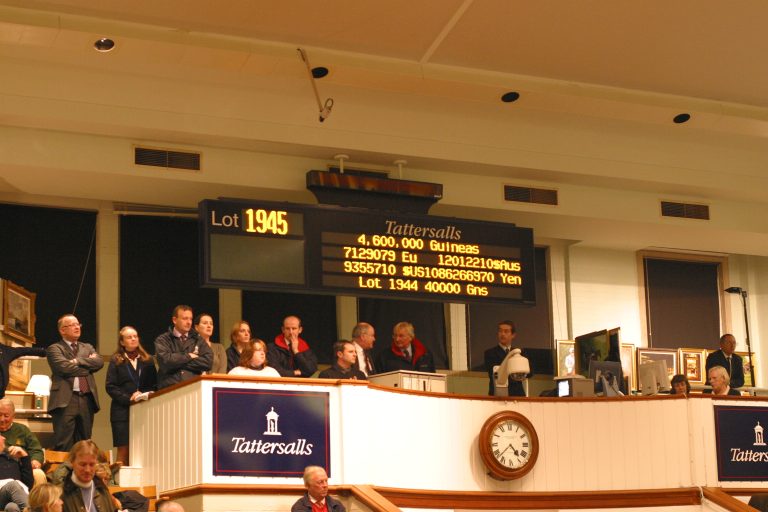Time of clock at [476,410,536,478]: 4:37
